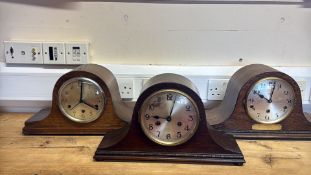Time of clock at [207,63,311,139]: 10:02
